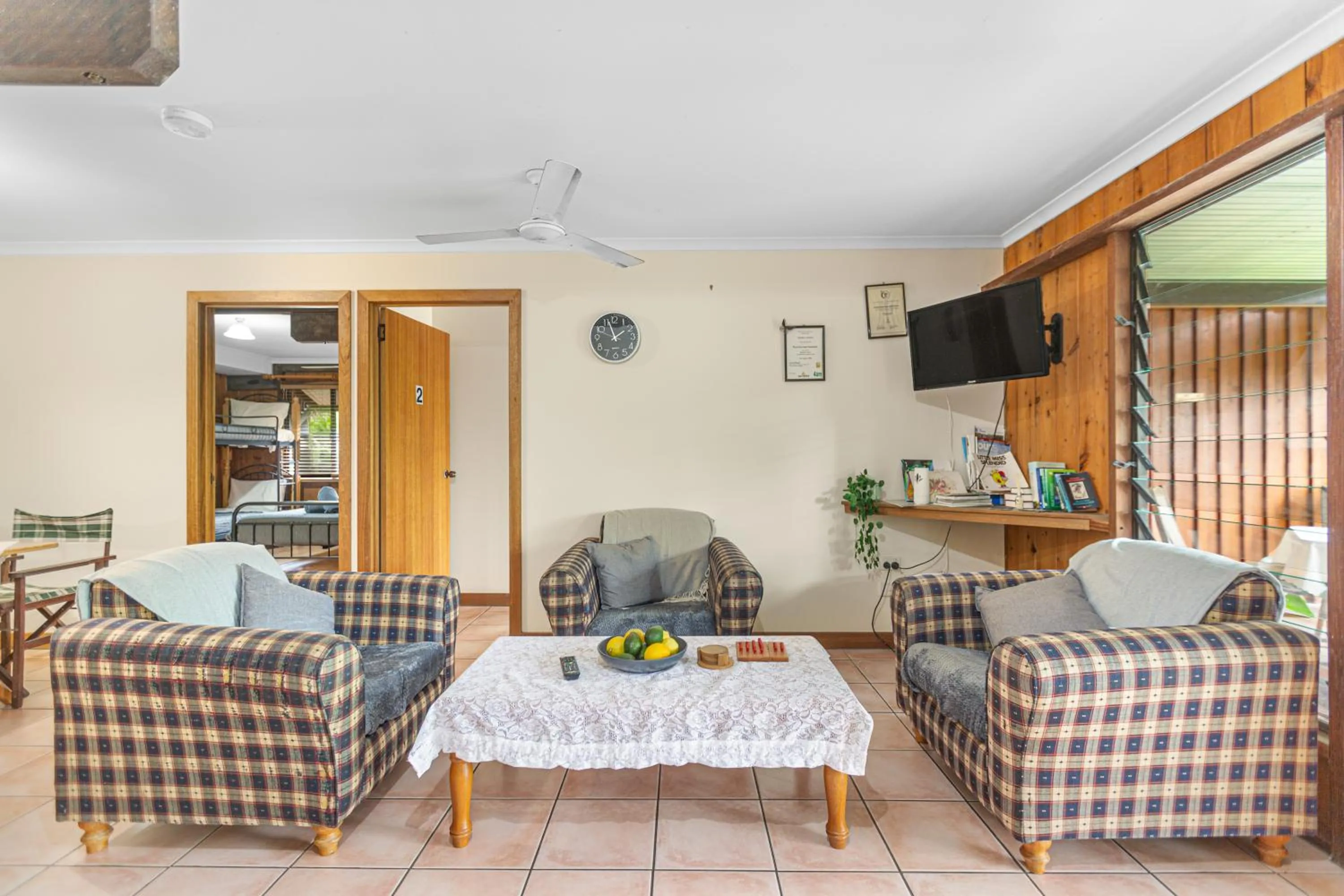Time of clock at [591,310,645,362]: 1:56
